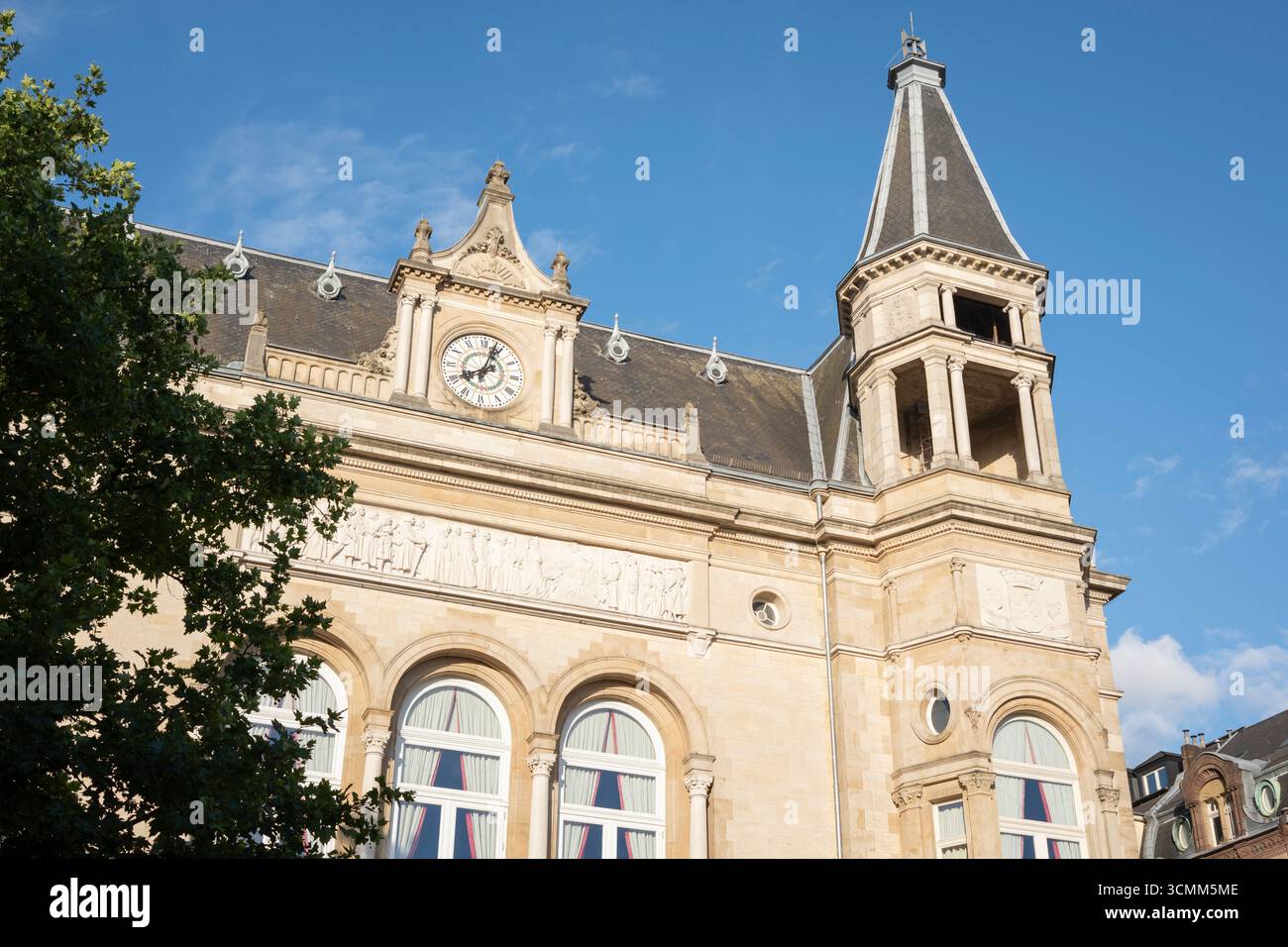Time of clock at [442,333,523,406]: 8:03
